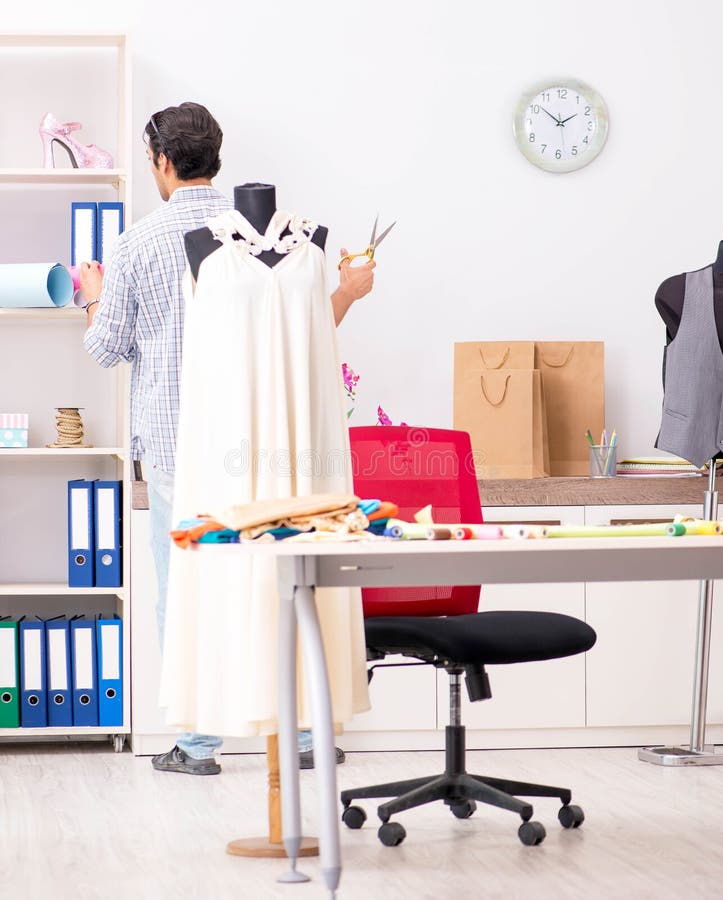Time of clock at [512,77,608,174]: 1:51
